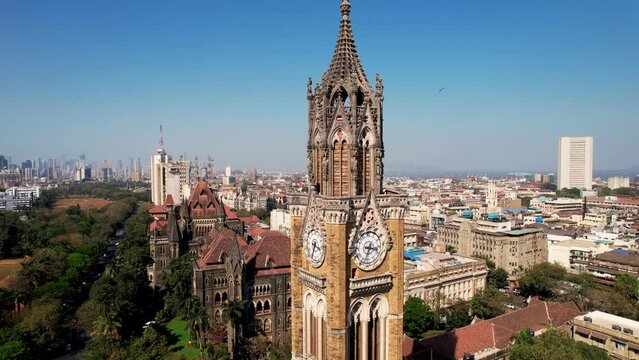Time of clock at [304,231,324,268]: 3:33
